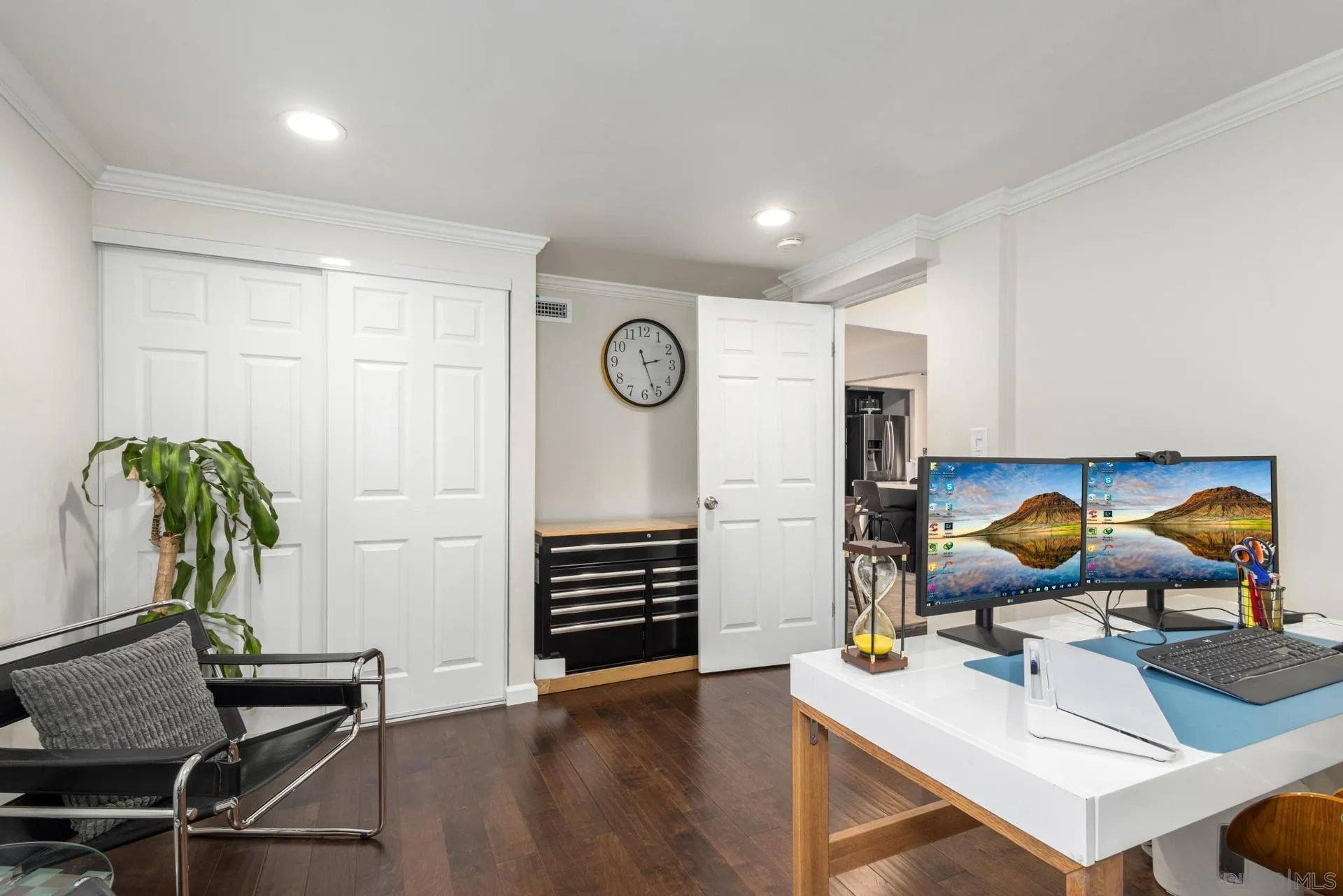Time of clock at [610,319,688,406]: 2:26
